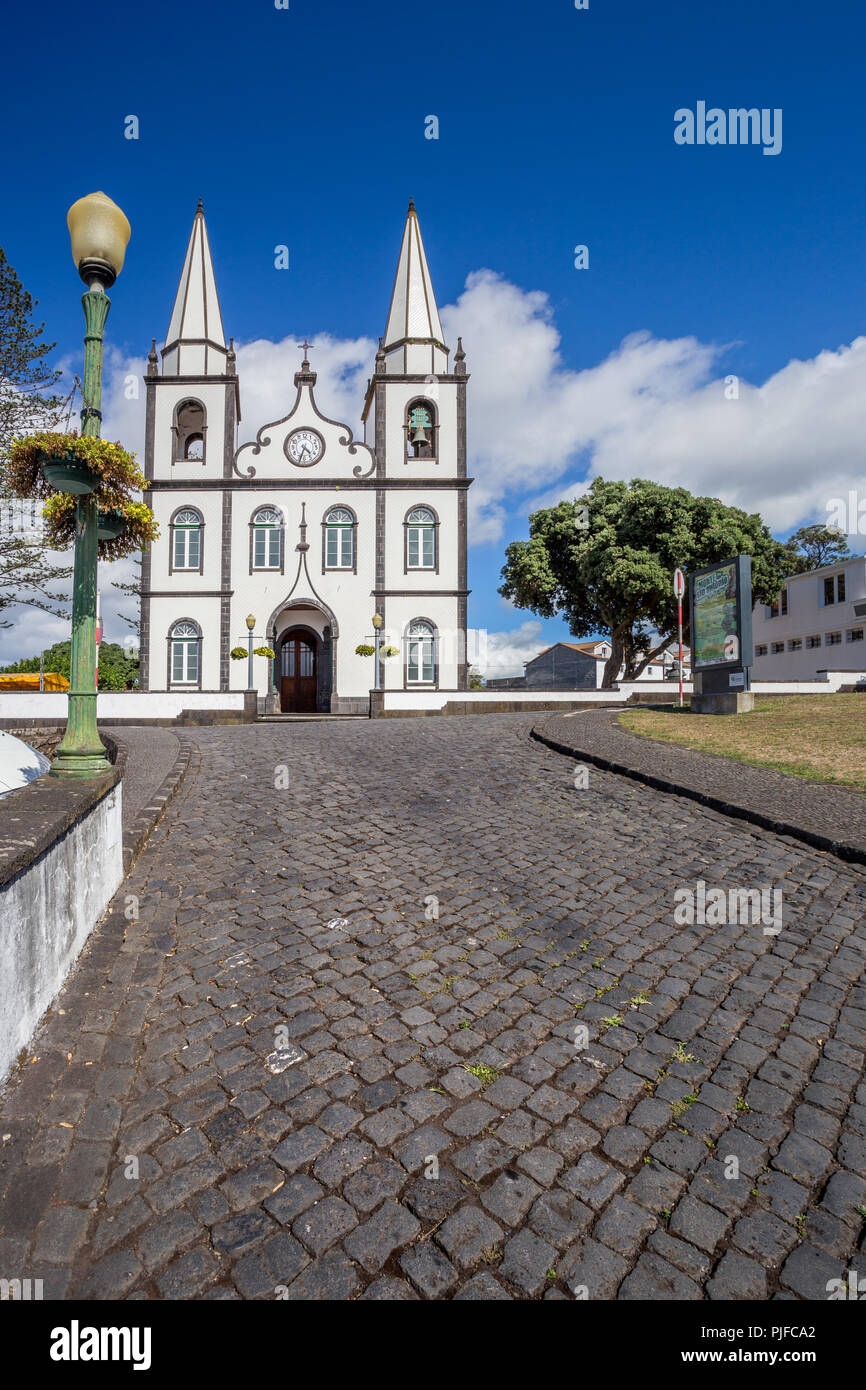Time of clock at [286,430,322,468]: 4:33
